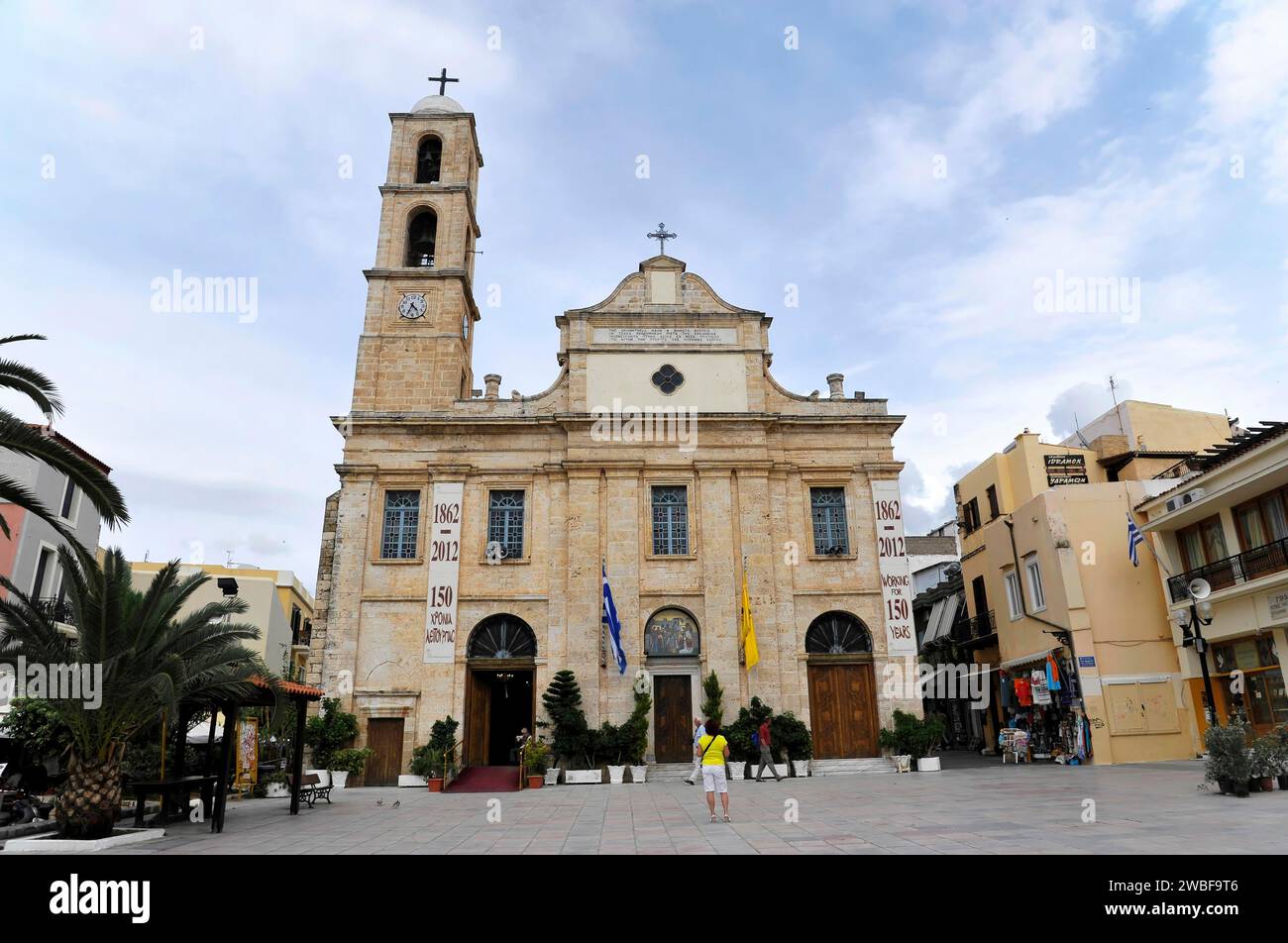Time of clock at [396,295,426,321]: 4:34
